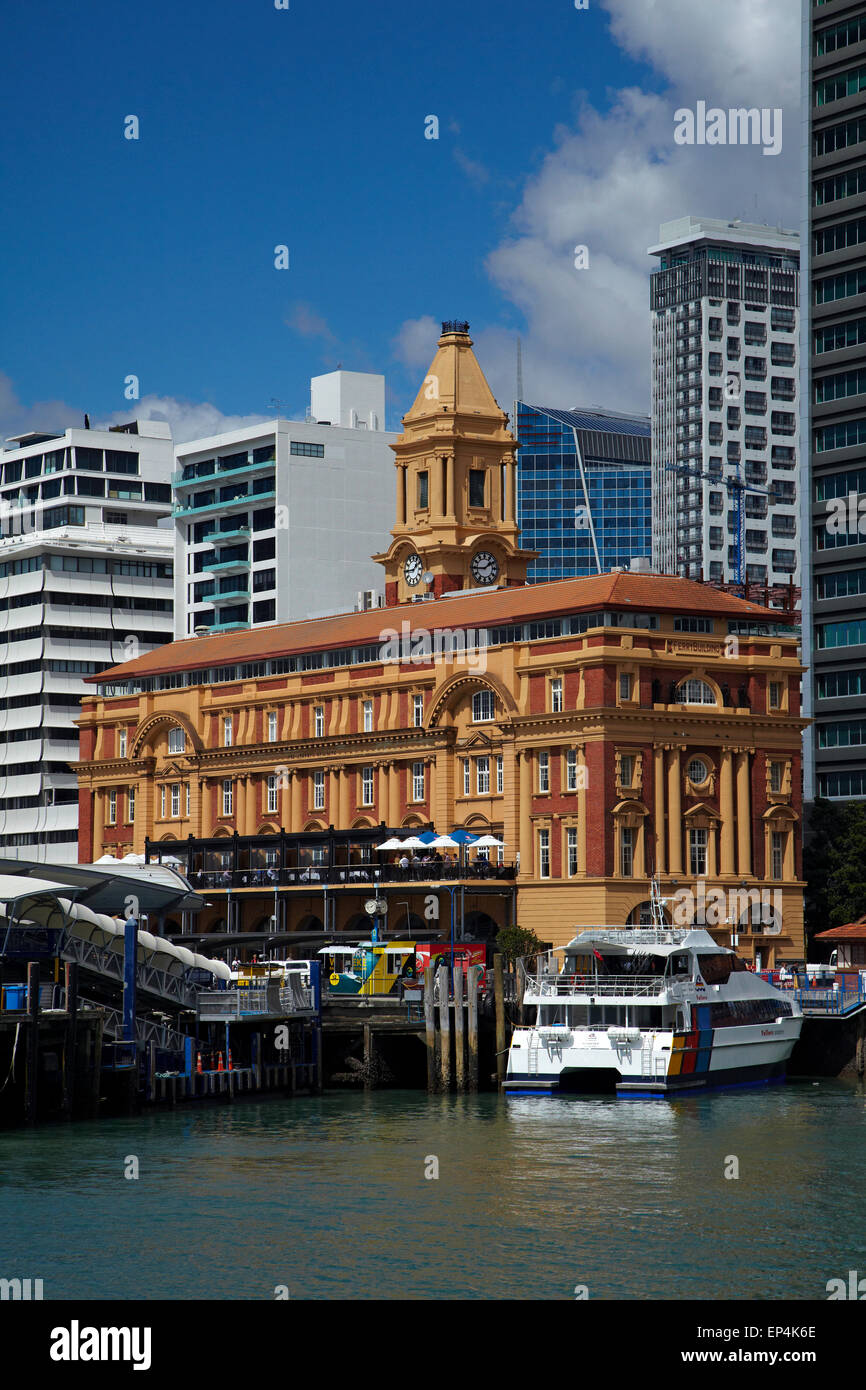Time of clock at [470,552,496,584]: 1:44
